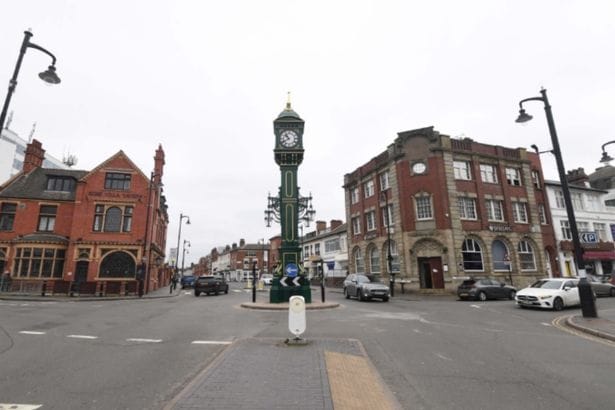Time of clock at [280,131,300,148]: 10:40
